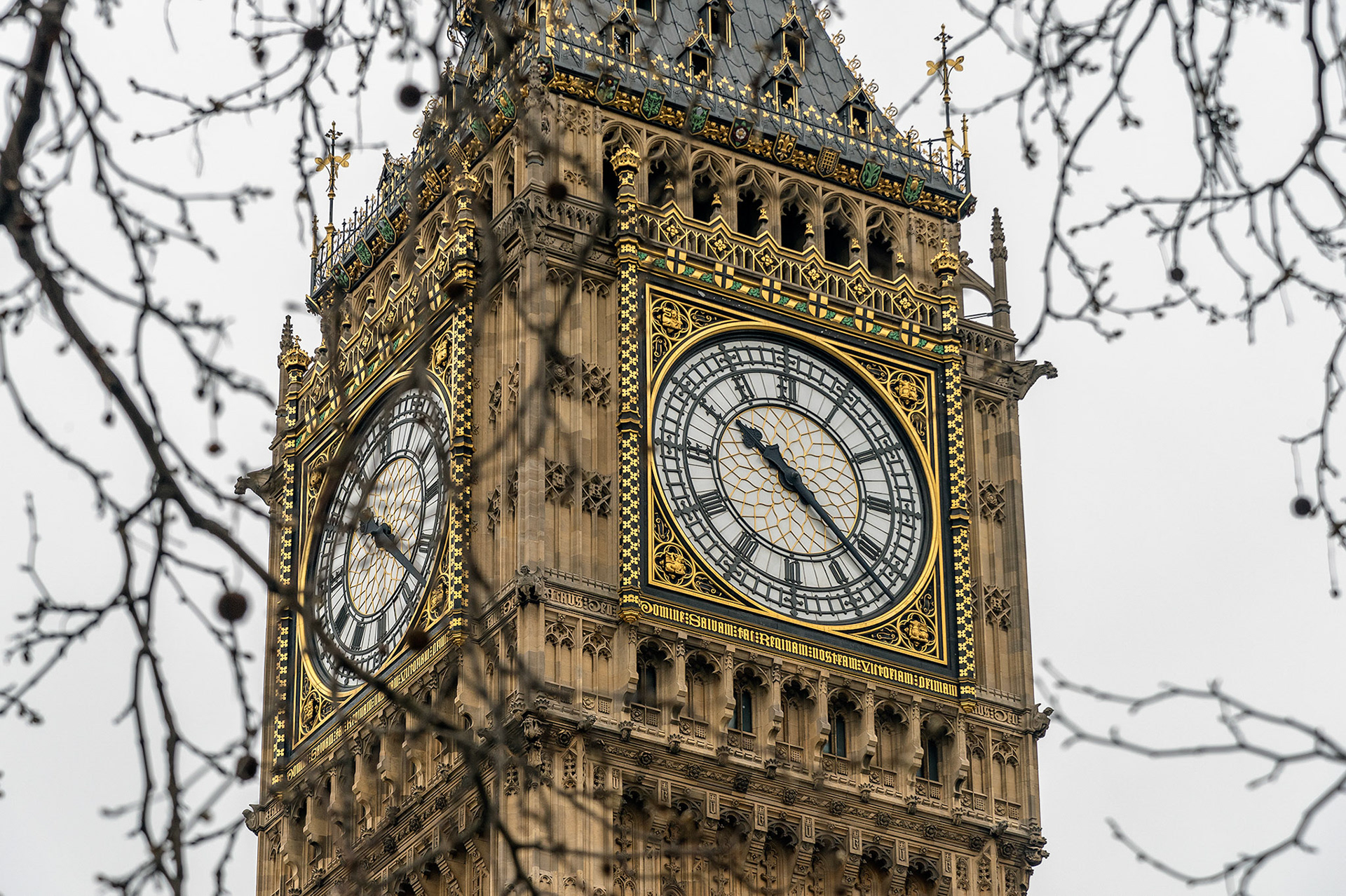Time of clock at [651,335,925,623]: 10:21
